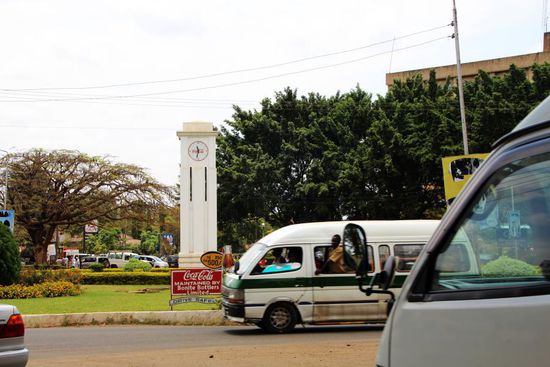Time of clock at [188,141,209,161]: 11:32
